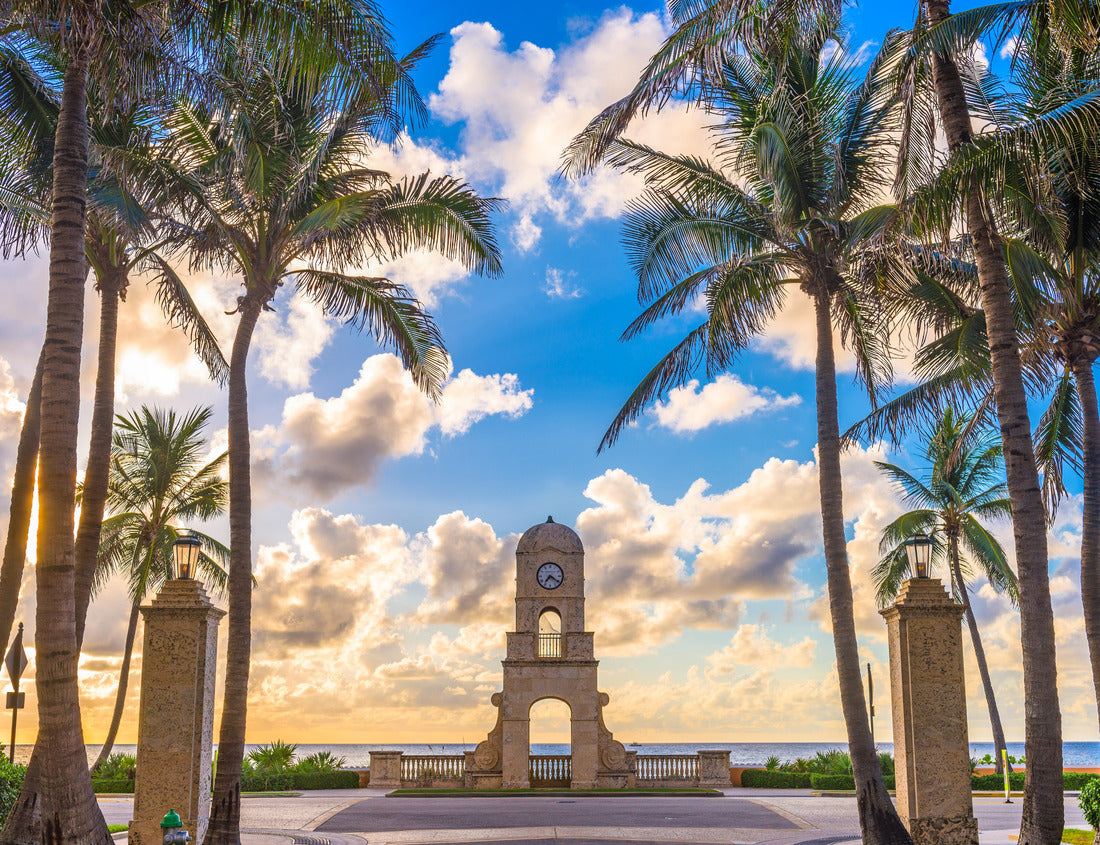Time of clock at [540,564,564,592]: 7:20
